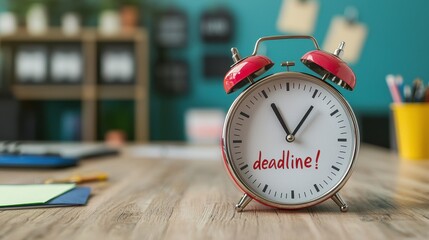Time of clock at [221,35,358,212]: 11:06
